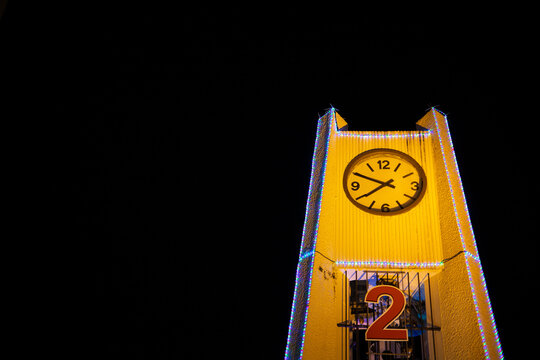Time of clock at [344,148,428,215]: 7:49
